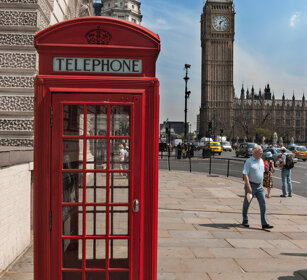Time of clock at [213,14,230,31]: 1:31
